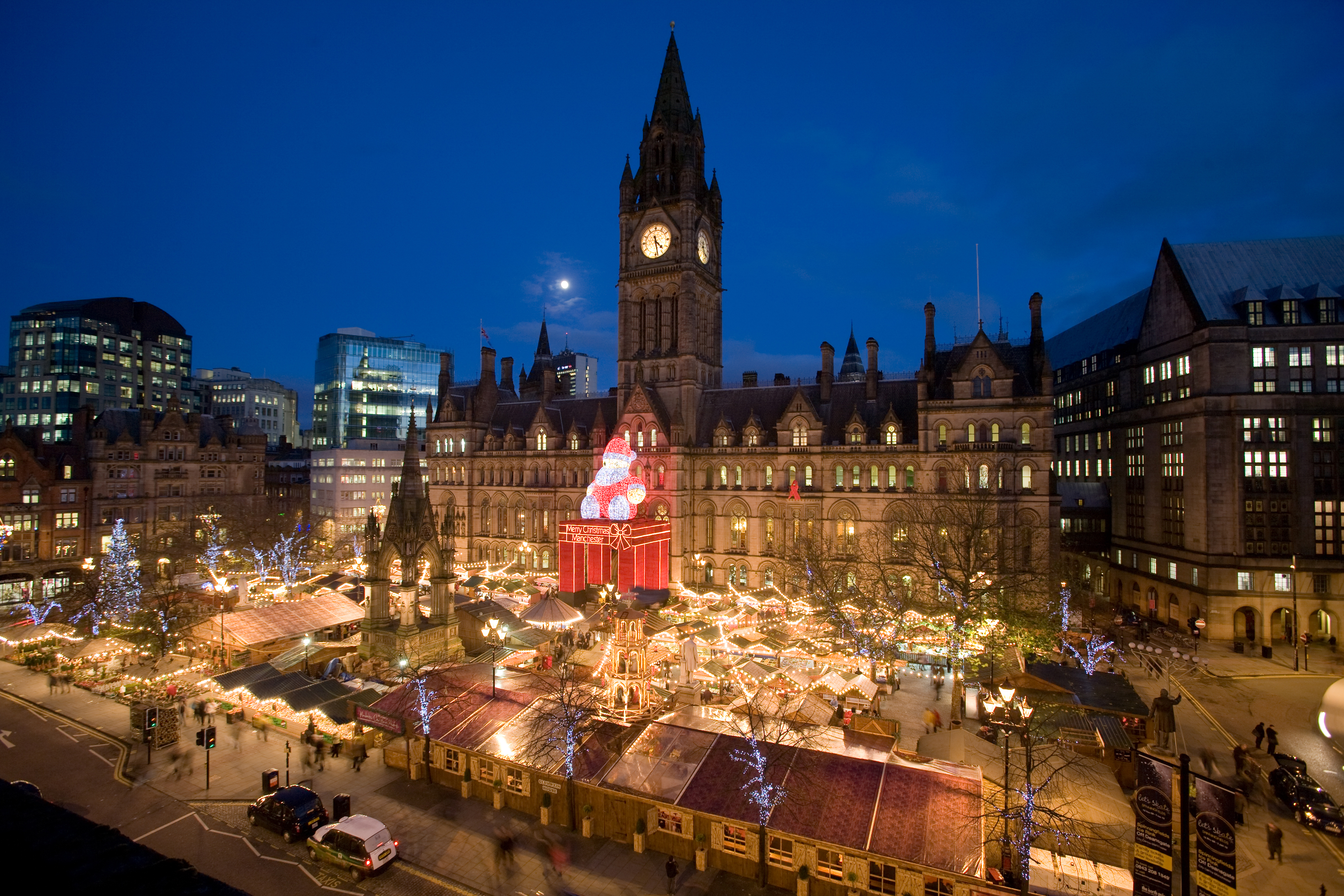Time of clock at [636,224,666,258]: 4:28
